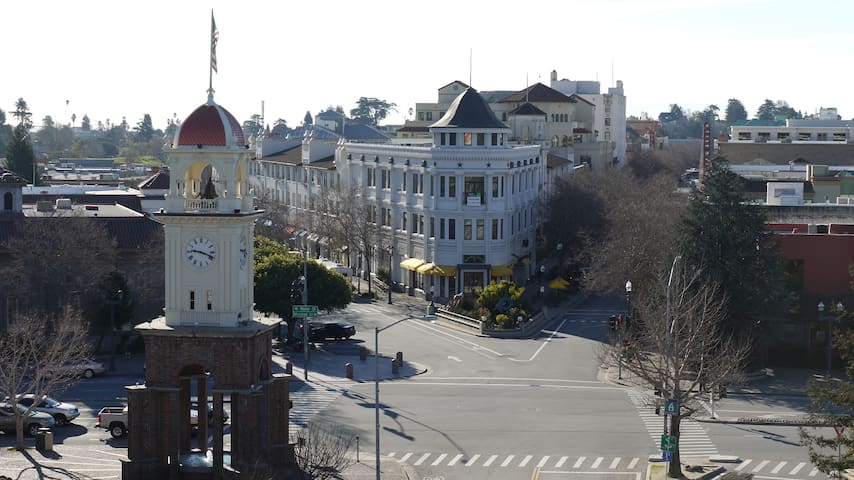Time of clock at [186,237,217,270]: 9:18
